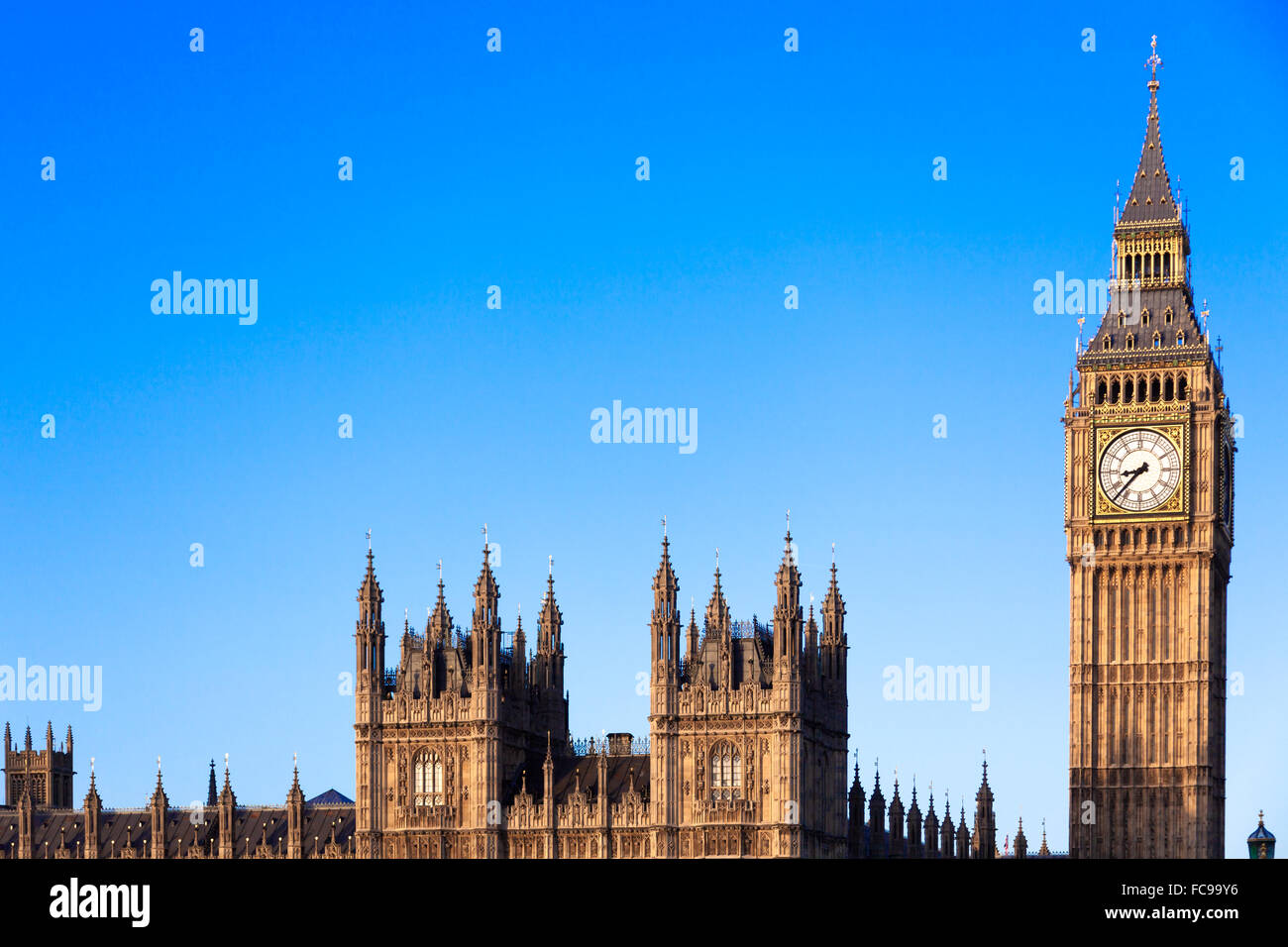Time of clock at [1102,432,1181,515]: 8:37
